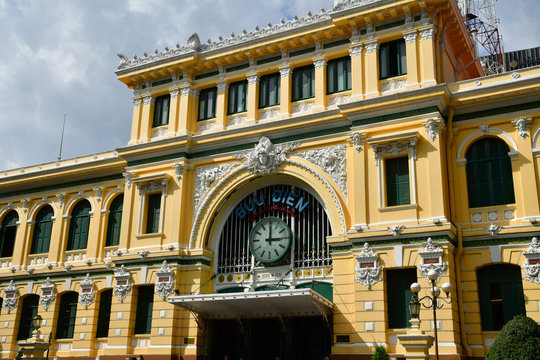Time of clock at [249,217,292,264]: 3:00
